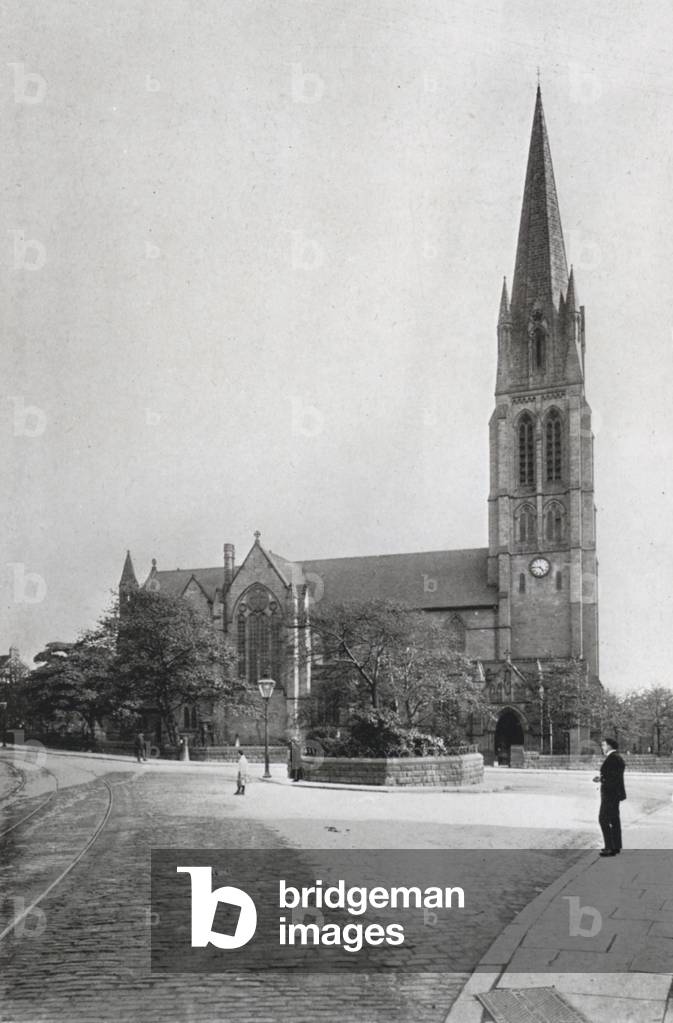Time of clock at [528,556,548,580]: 4:45
